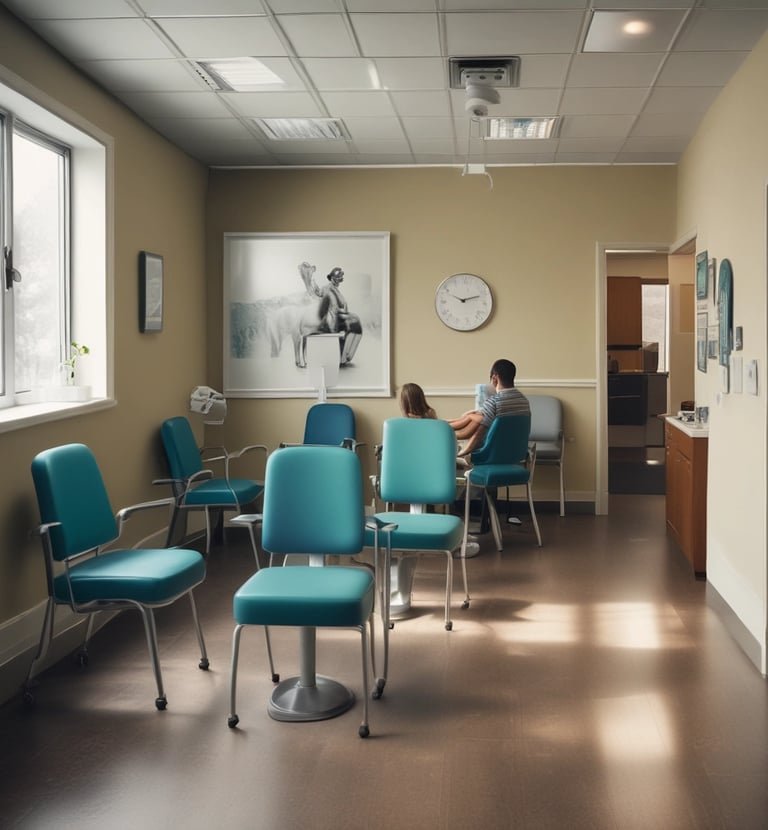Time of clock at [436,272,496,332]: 2:11
